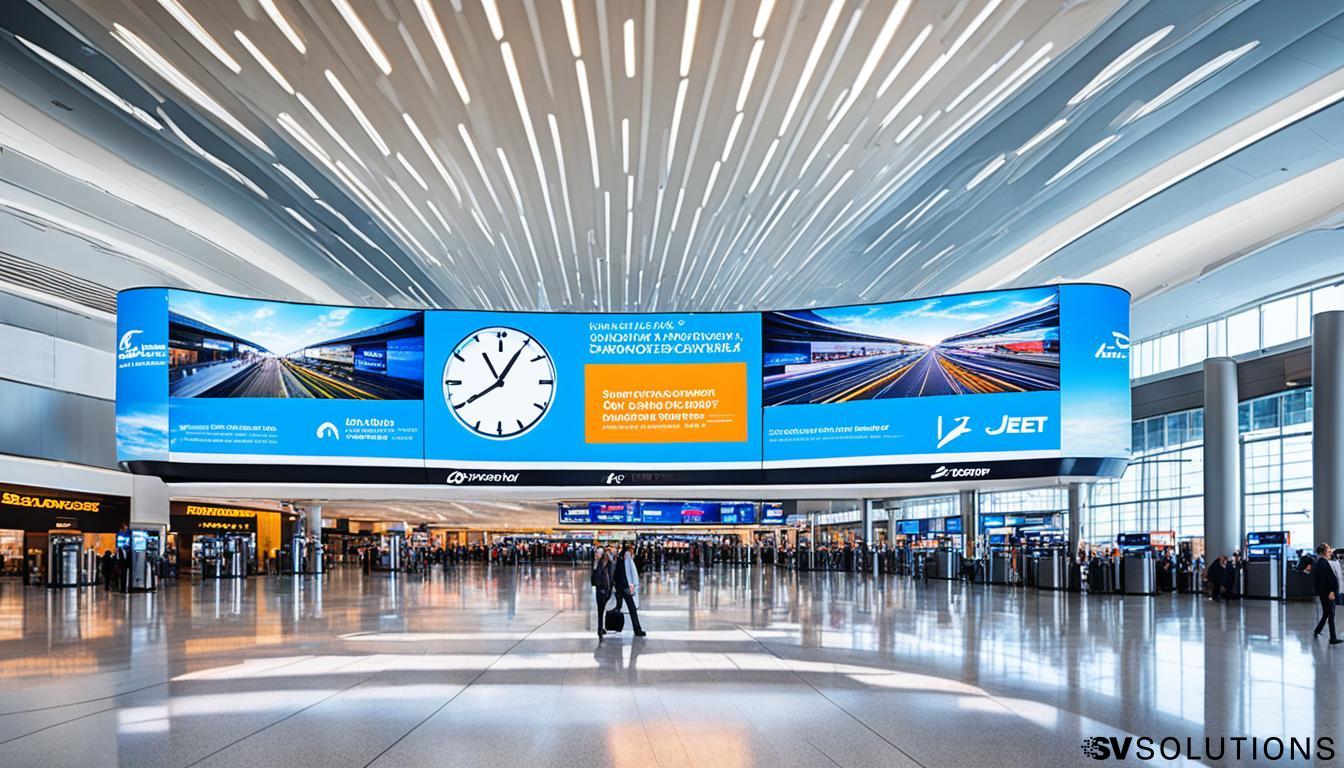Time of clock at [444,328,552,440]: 8:05
